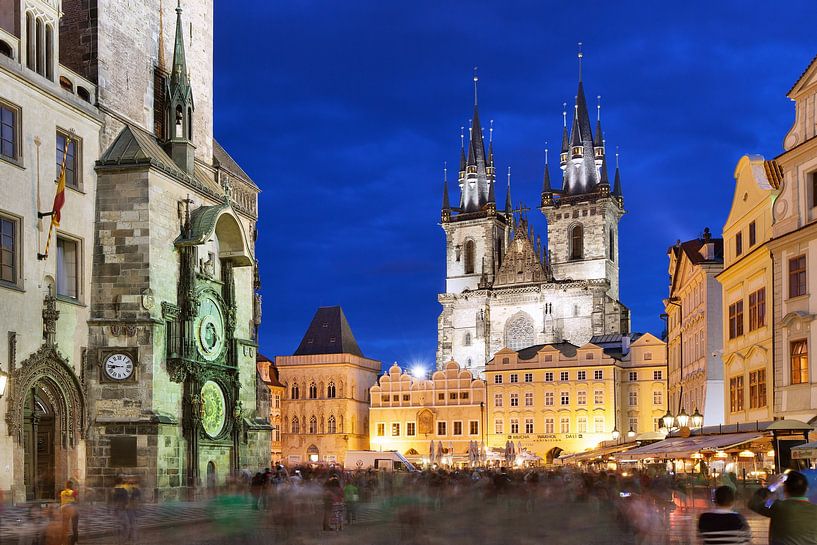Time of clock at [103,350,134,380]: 8:45
